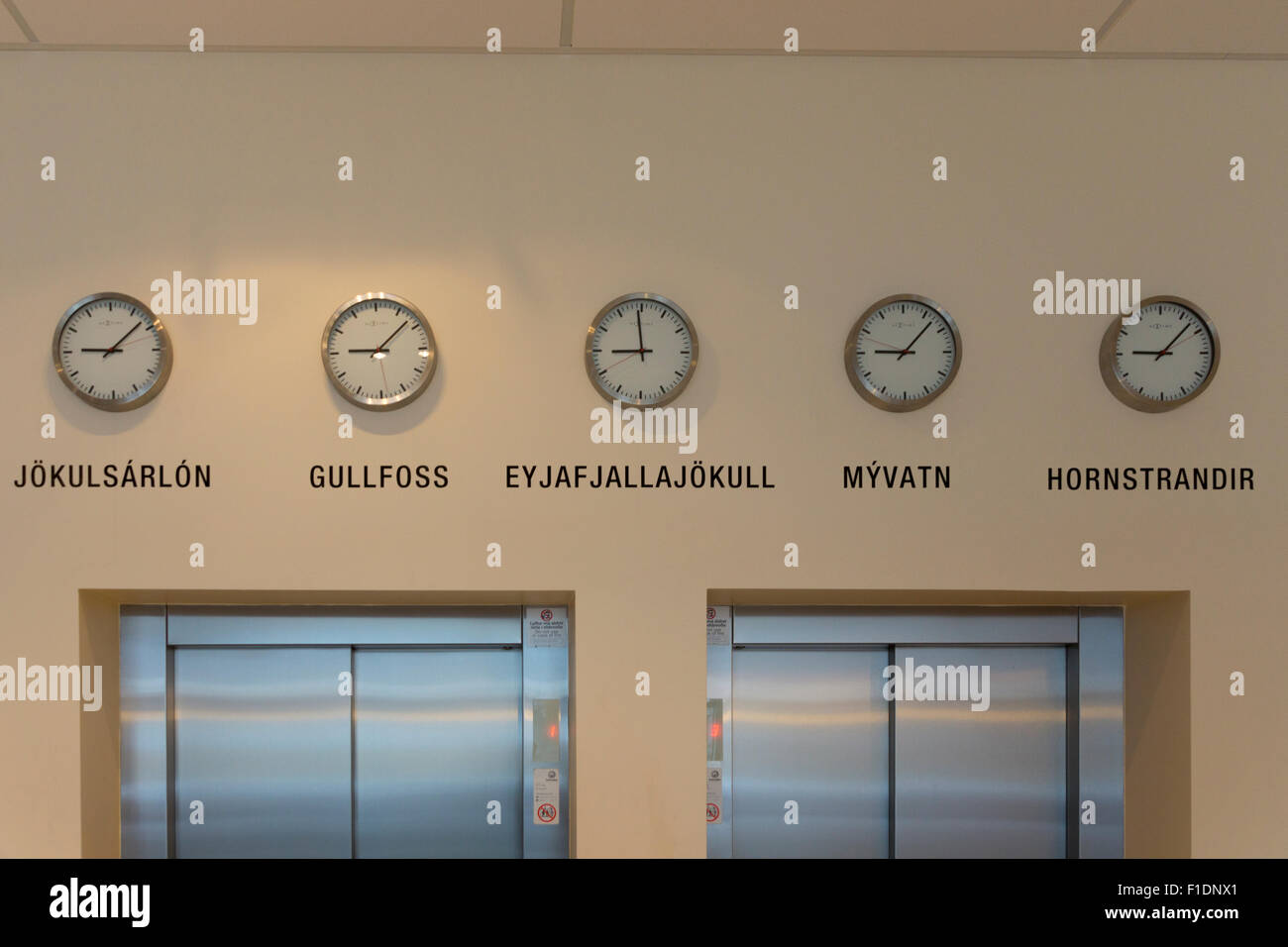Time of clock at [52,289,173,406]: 9:08
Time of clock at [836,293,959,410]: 9:07
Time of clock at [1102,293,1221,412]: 9:07
